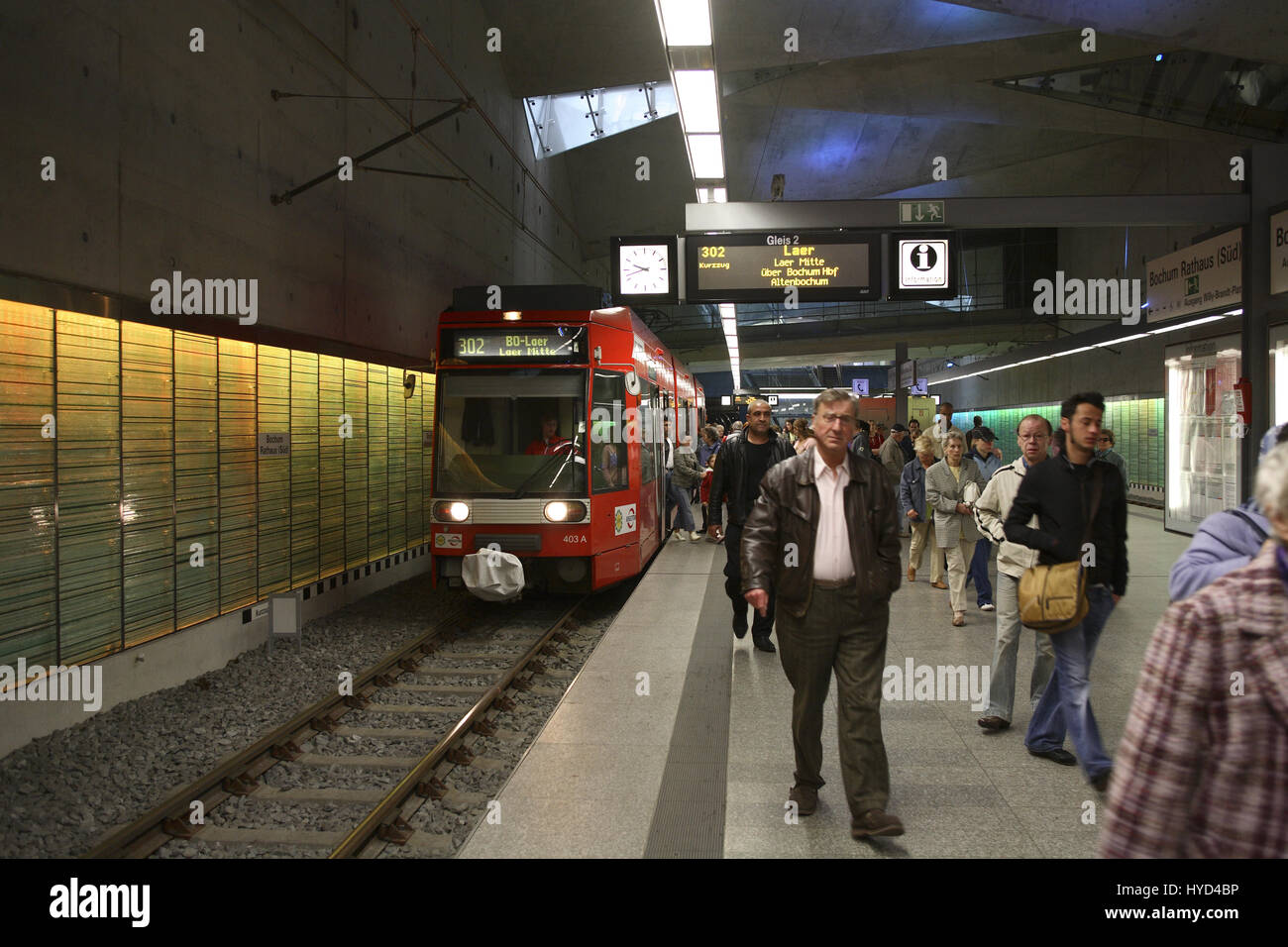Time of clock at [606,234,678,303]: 9:42
